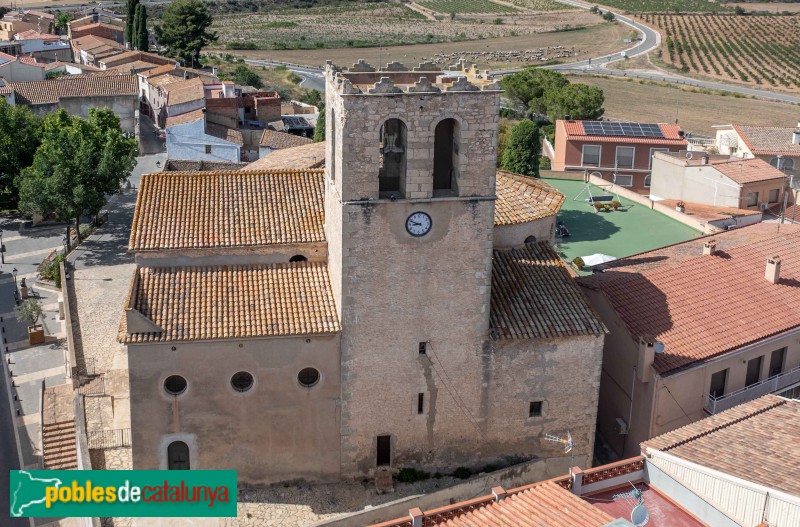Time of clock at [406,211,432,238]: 8:48
